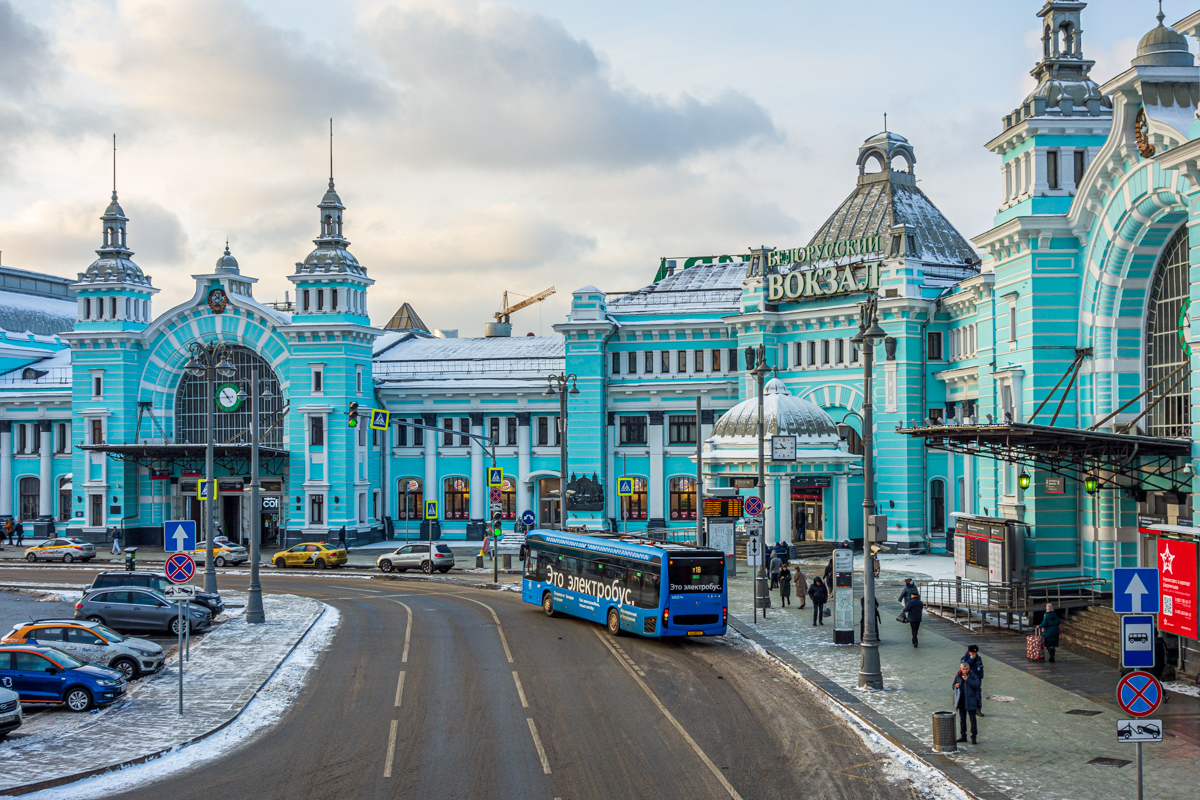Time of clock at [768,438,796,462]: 10:44
